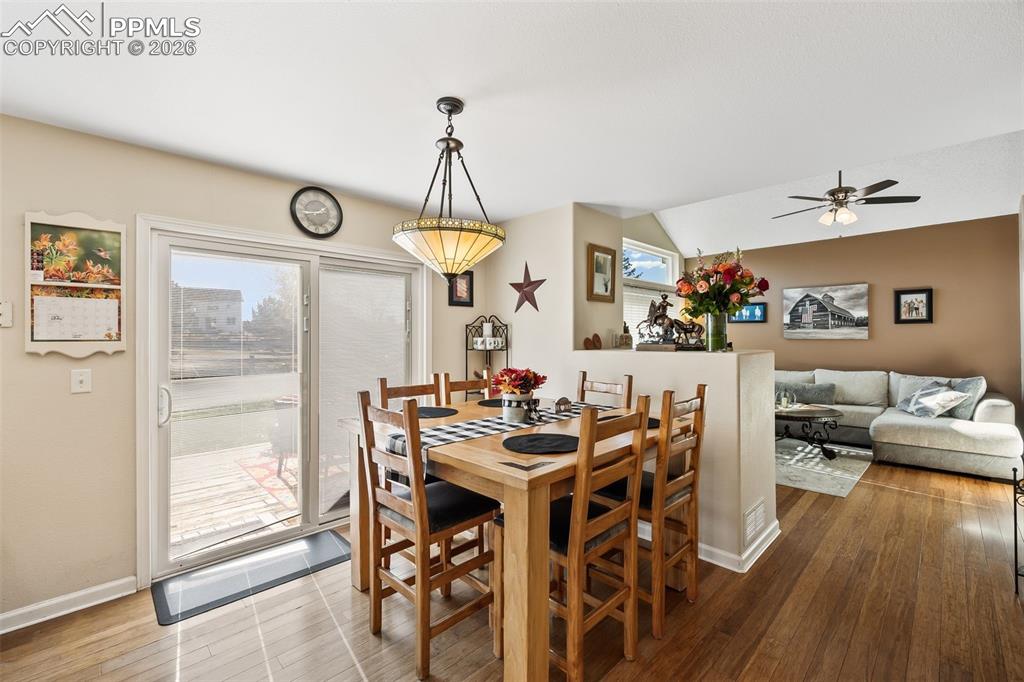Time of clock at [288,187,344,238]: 1:43
